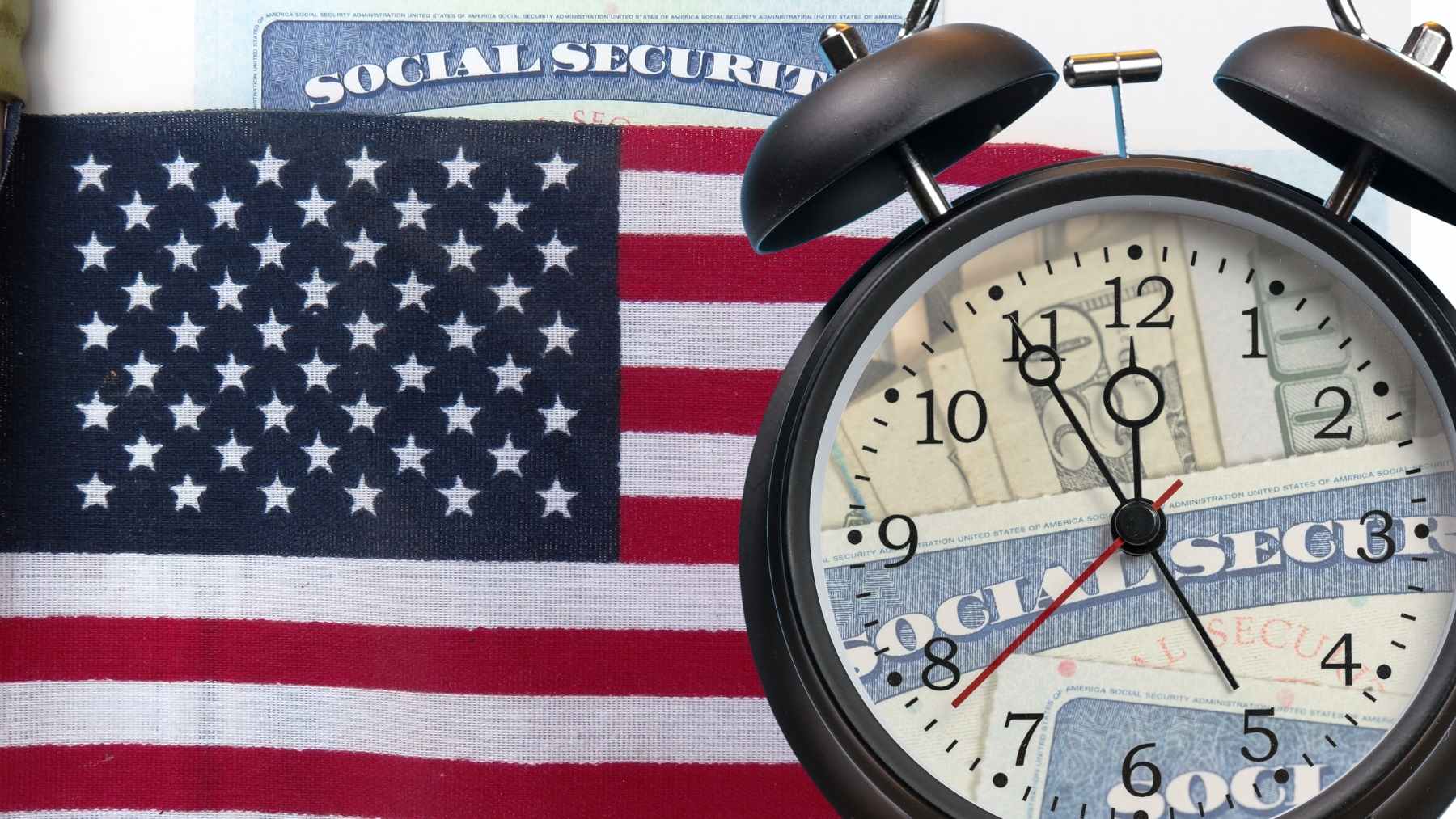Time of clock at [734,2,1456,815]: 4:54
